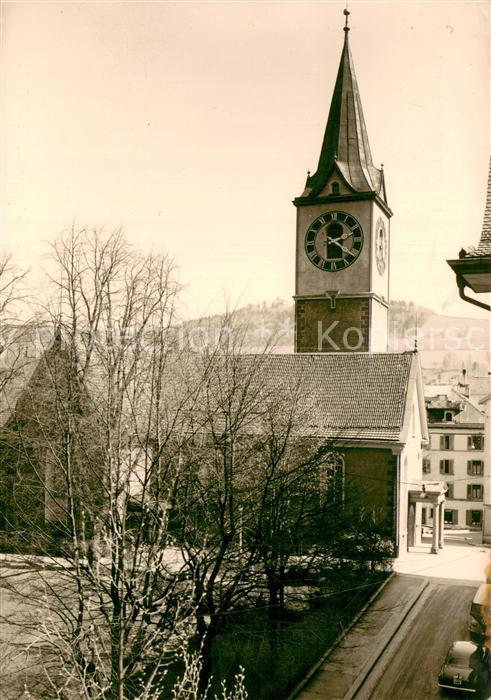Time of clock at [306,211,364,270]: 2:21
